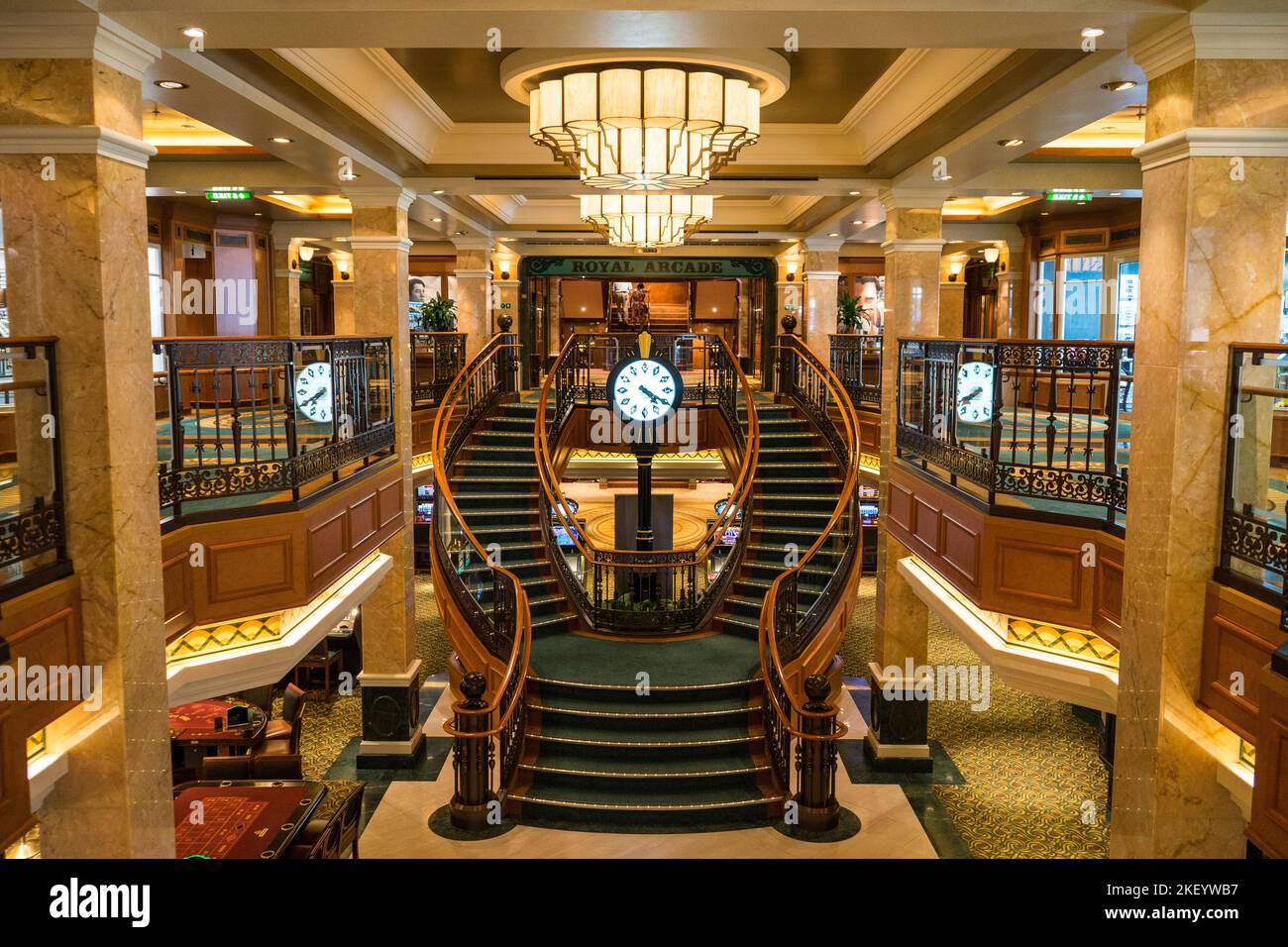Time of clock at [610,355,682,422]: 4:20
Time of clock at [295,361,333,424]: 7:40
